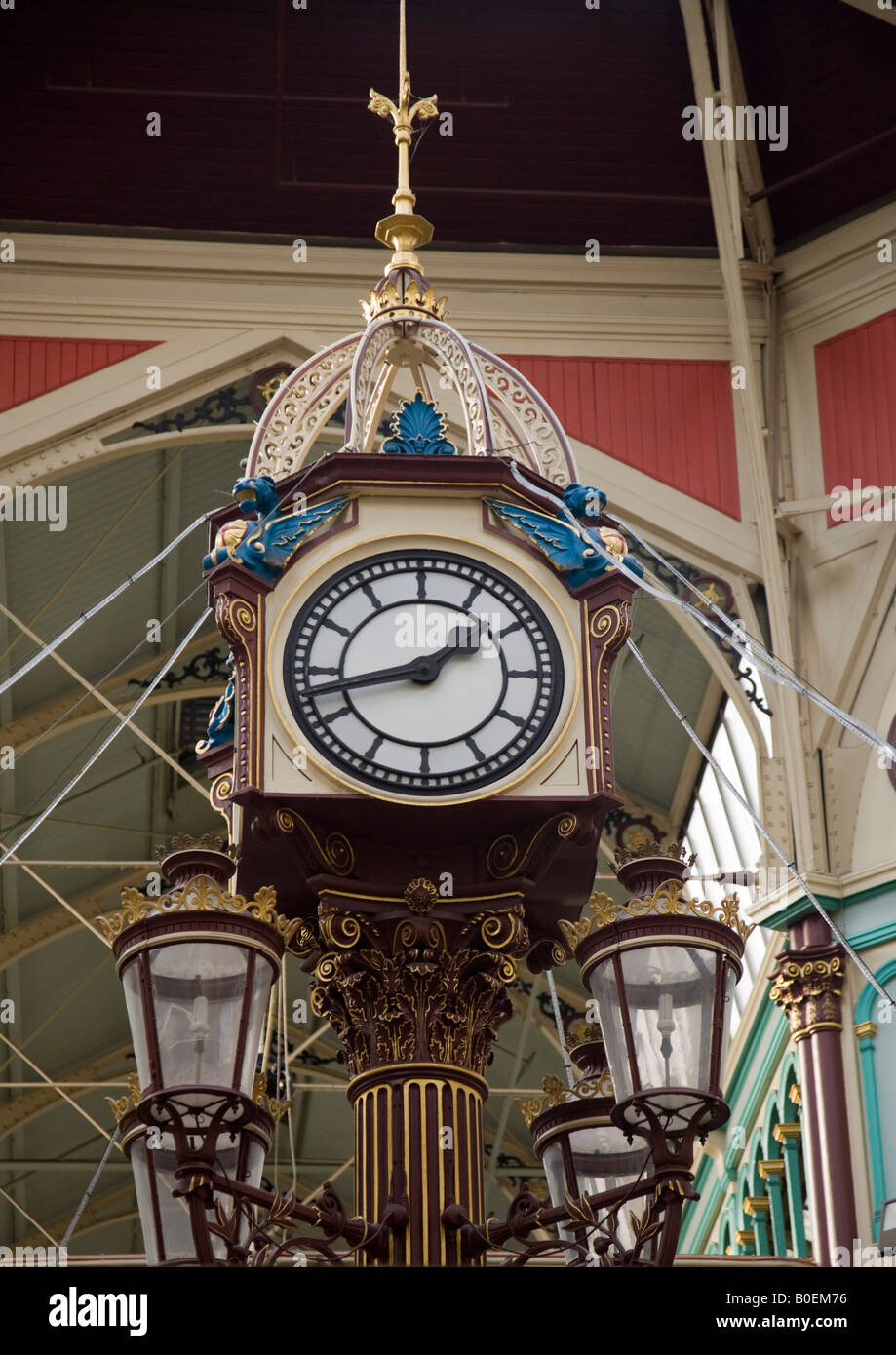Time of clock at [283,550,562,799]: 1:42
